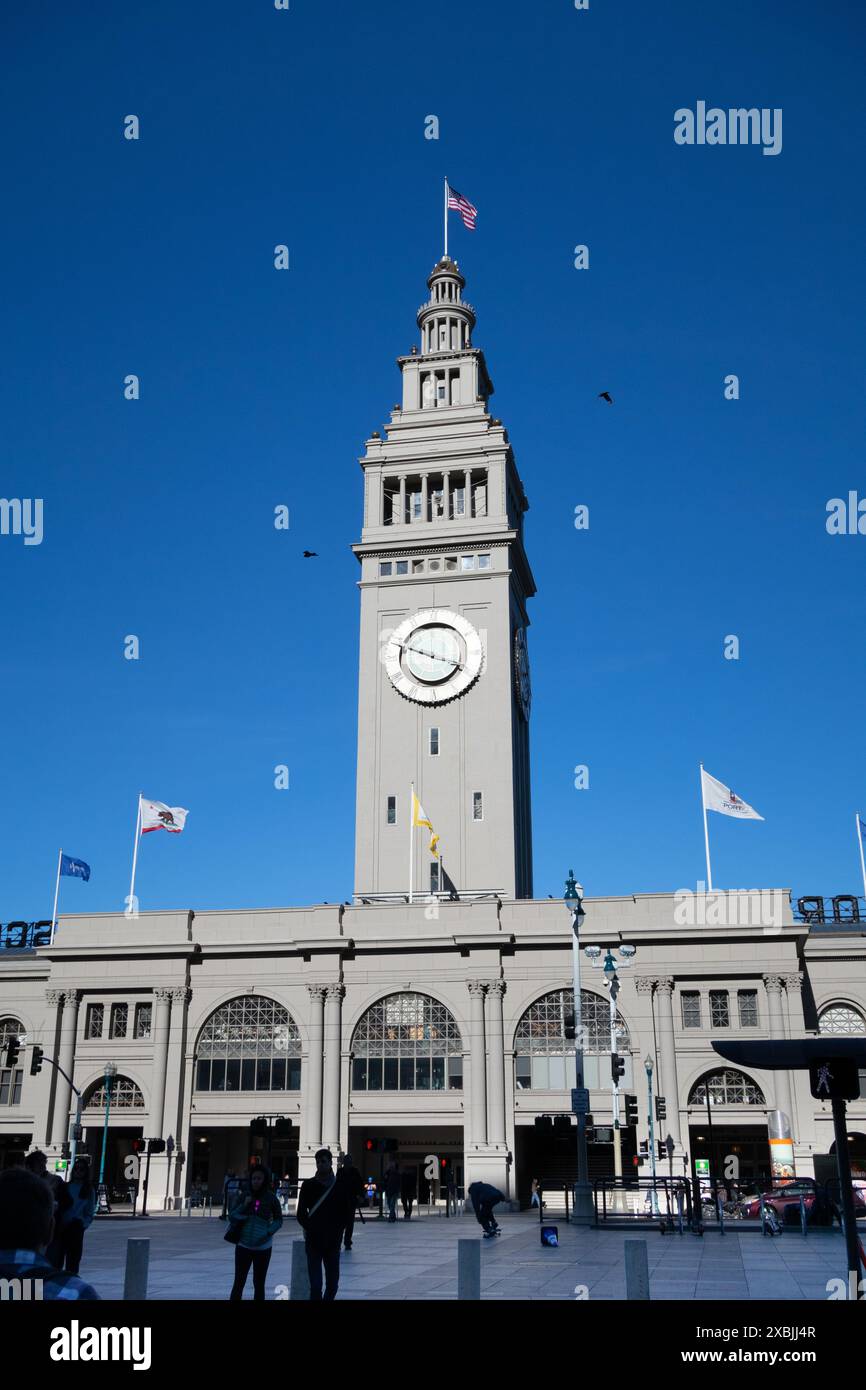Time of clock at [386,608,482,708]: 3:48
